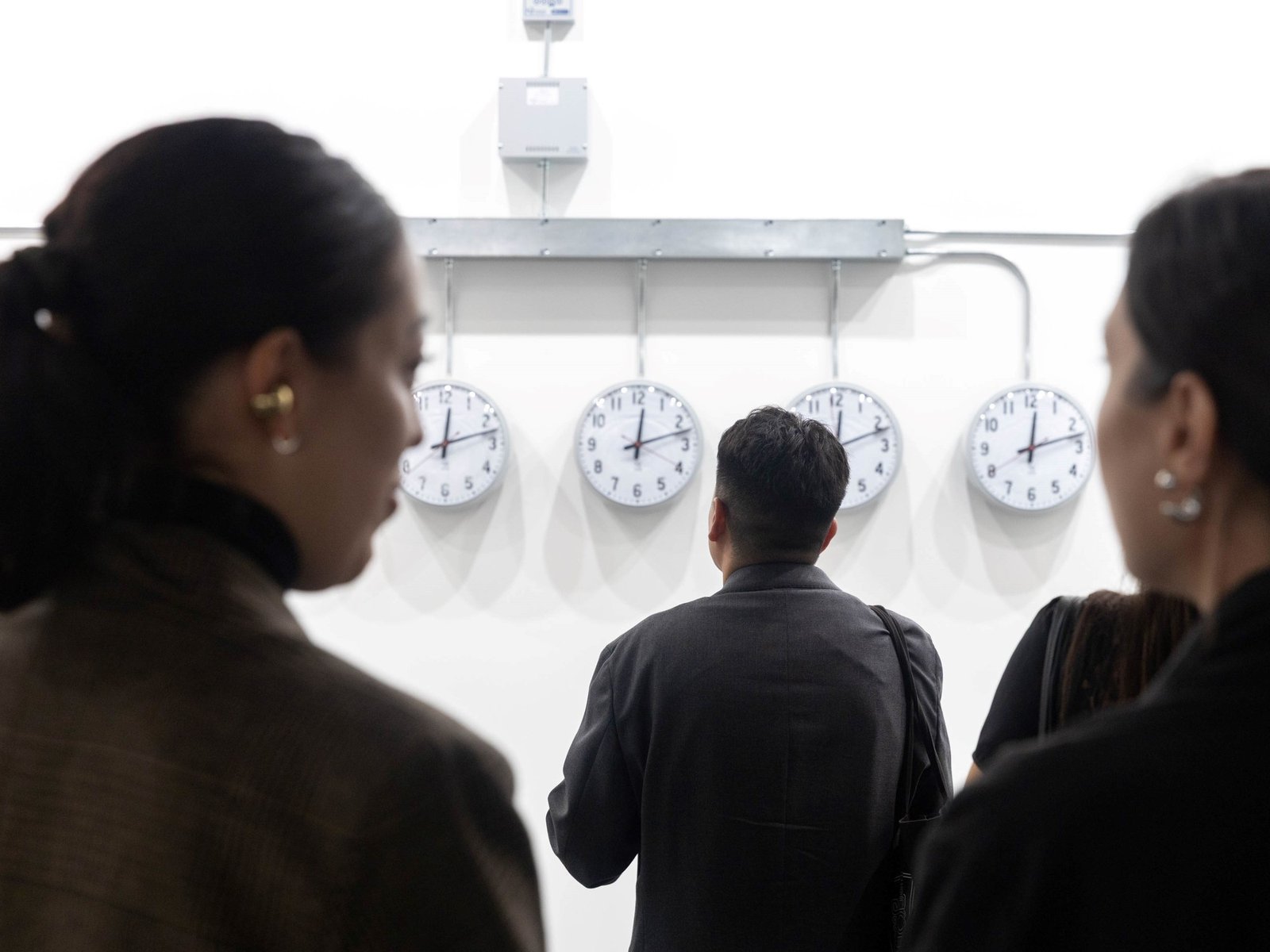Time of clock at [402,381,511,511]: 12:12
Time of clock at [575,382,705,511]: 12:12
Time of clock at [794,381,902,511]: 12:11
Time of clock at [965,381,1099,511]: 12:12
